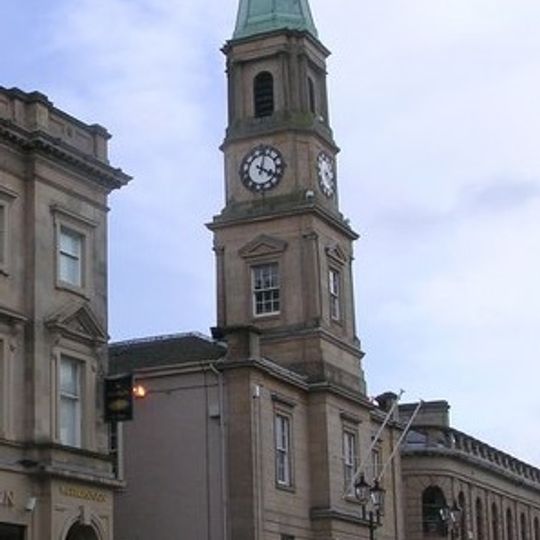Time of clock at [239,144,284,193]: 4:02
